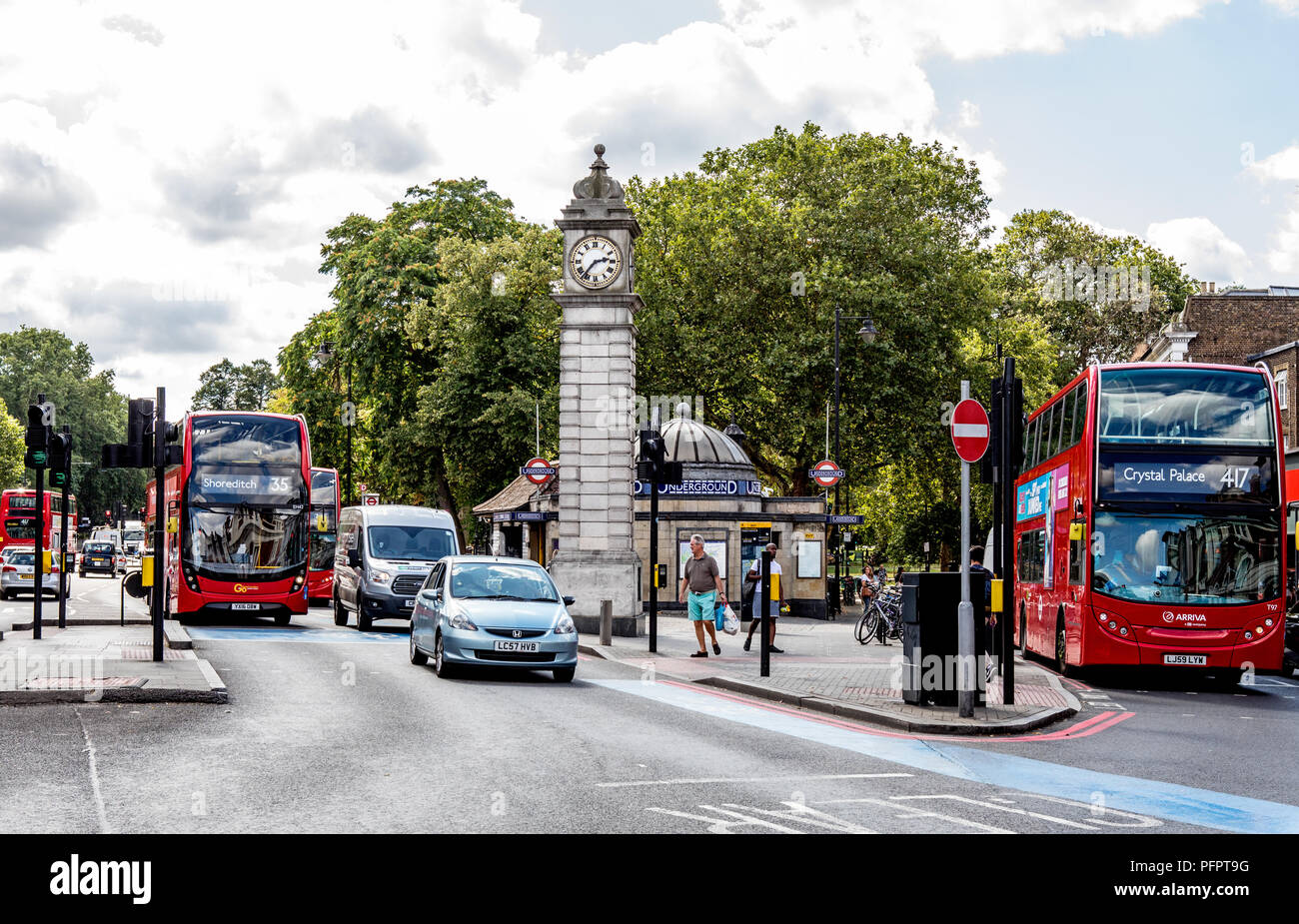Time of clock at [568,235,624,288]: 2:36
